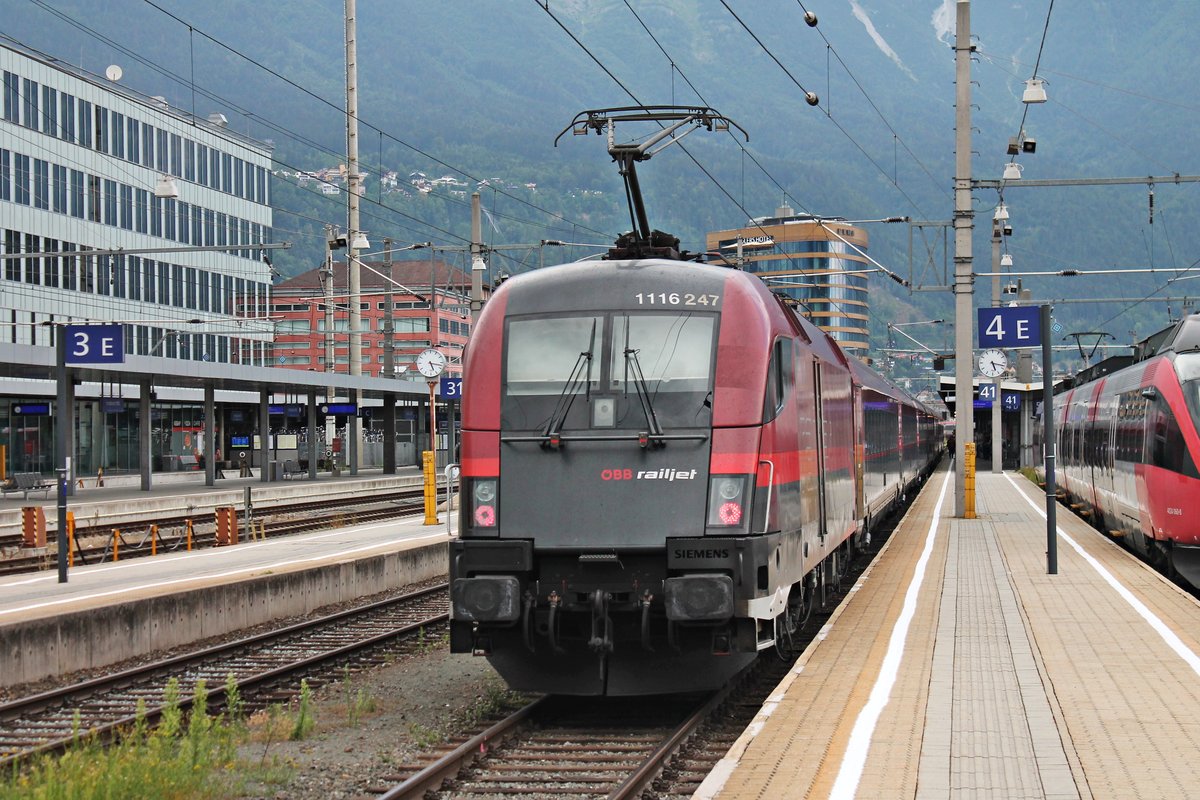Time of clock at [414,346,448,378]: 5:17
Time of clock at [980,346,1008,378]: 5:17
